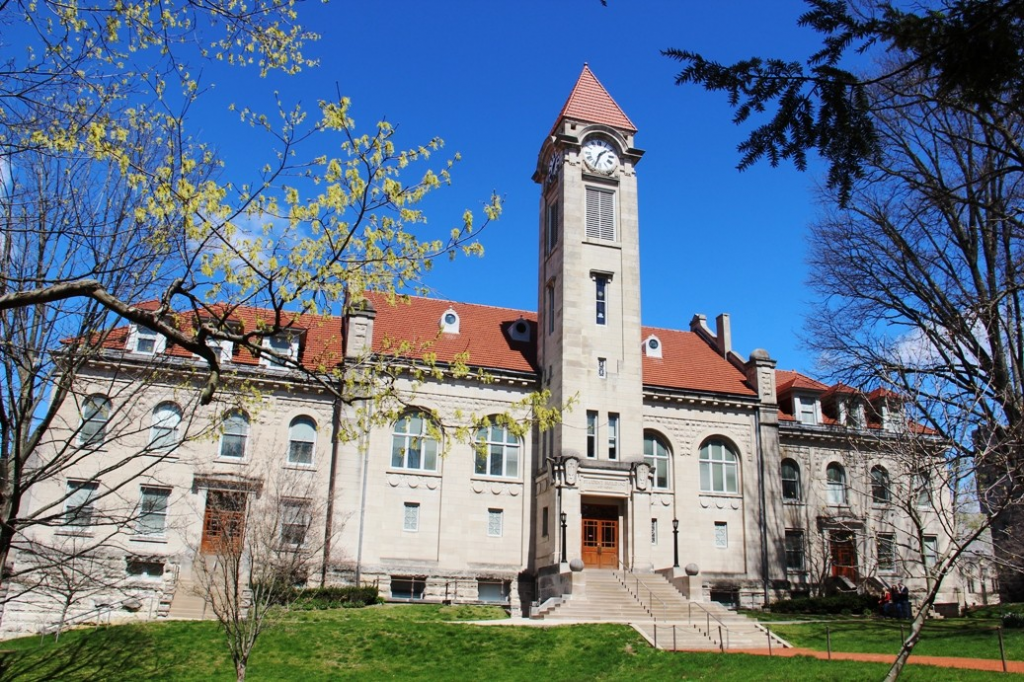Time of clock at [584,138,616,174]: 1:33
